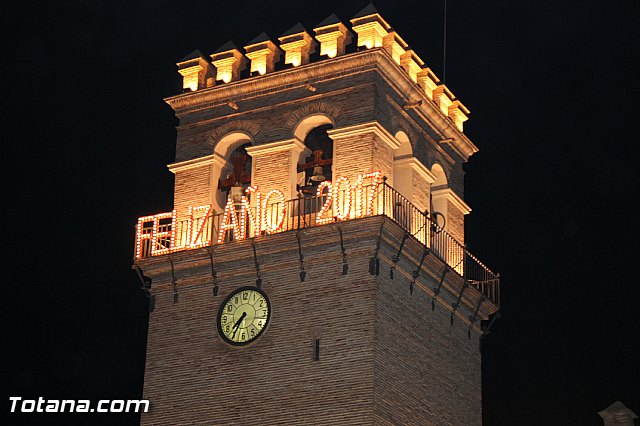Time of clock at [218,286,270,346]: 7:35
